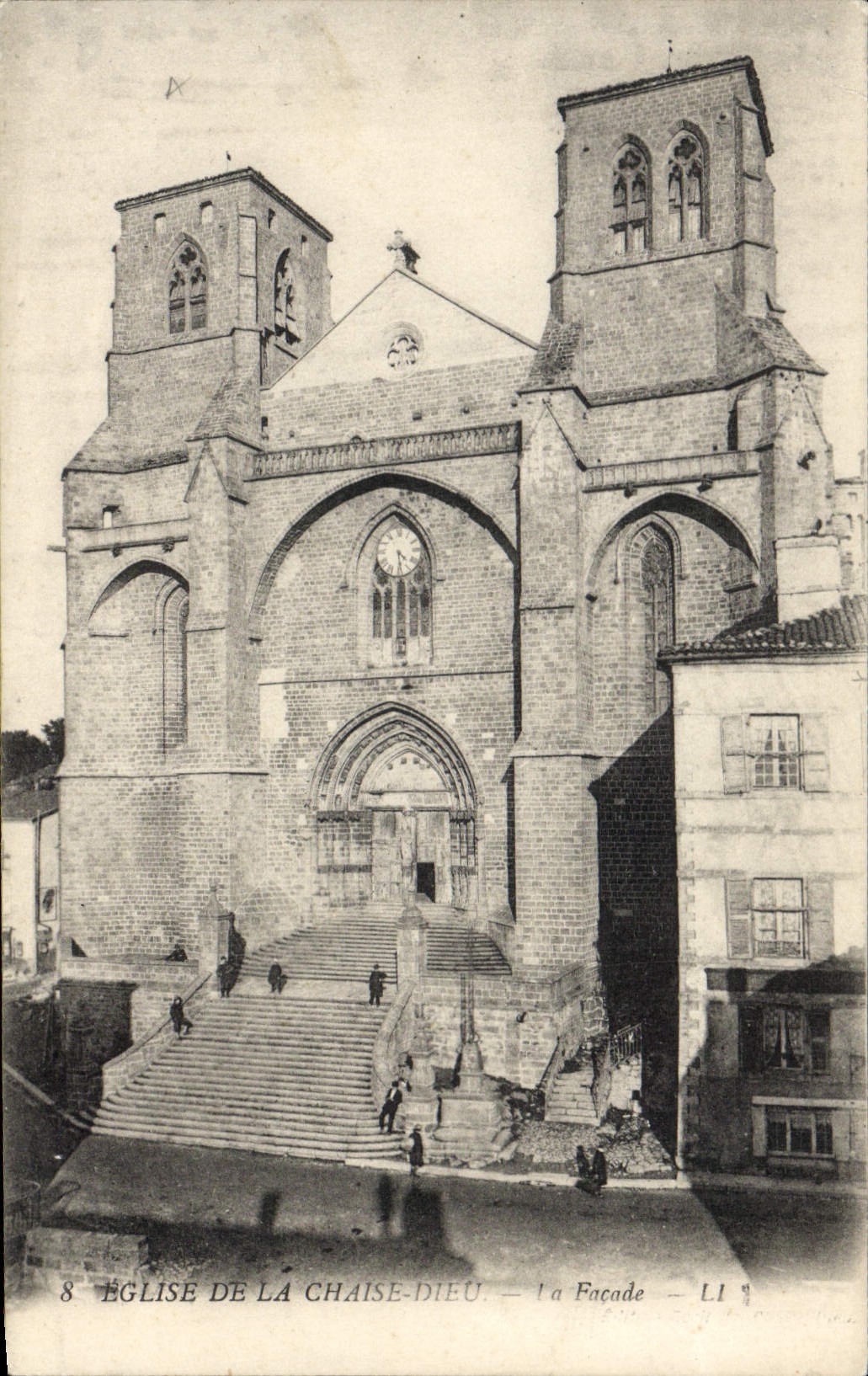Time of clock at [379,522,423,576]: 4:28
